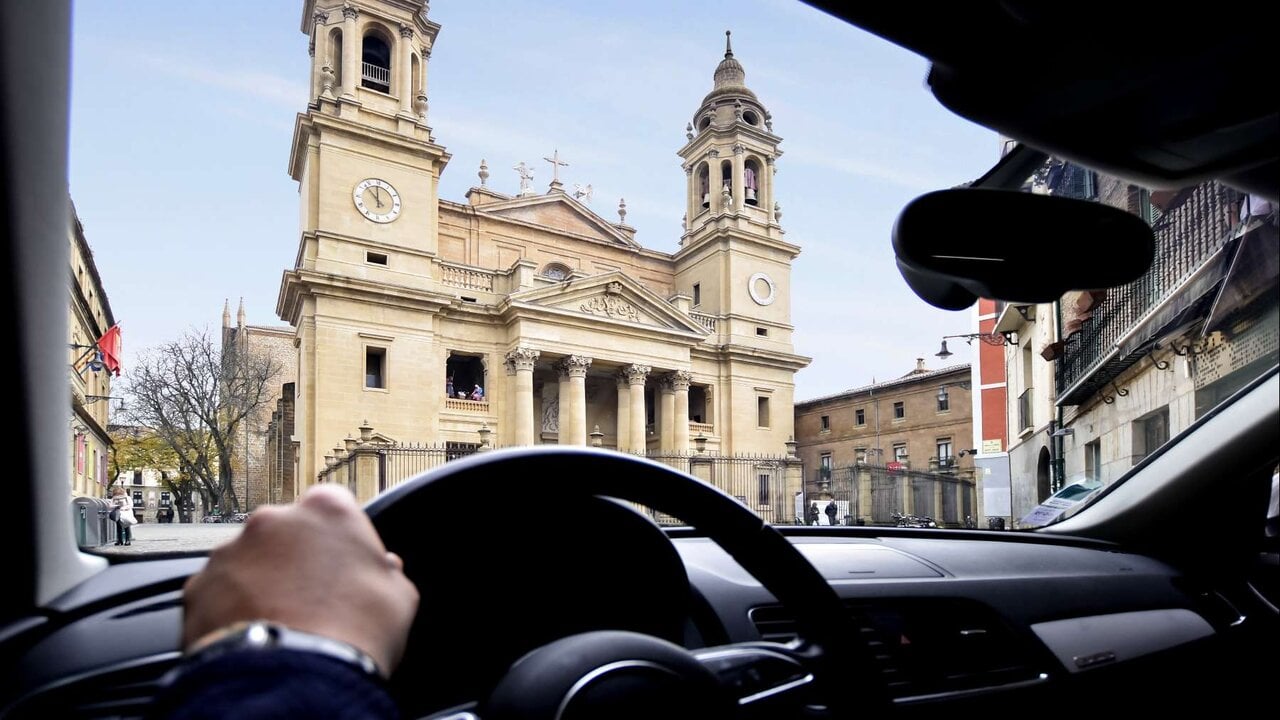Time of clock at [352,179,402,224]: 11:52
